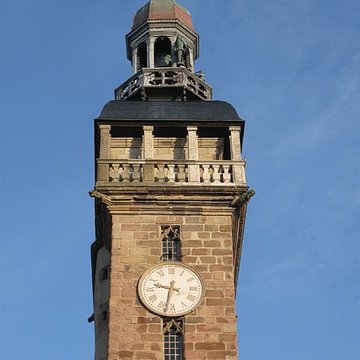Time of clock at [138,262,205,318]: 9:32
